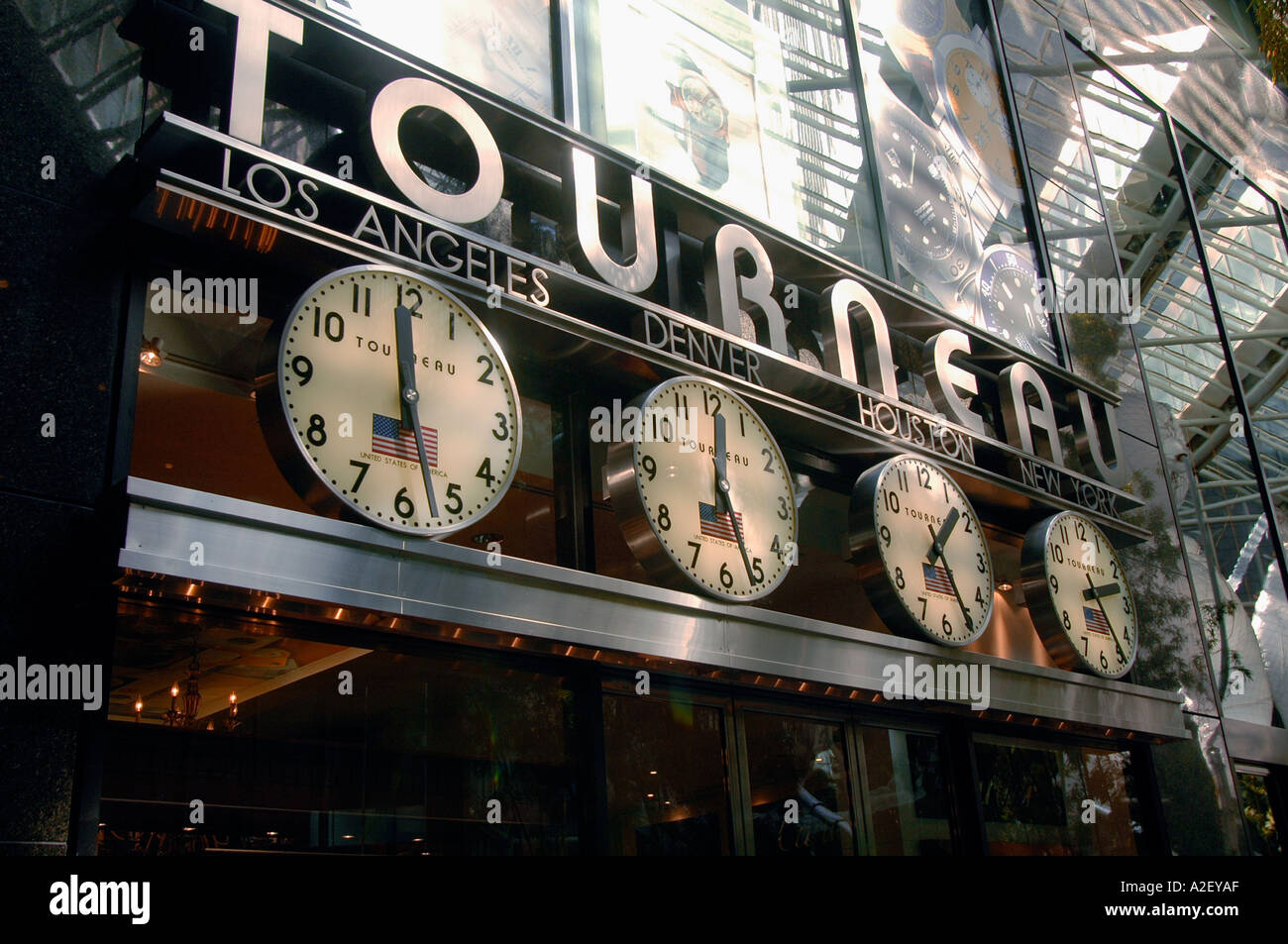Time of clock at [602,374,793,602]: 12:26
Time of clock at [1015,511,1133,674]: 2:24
